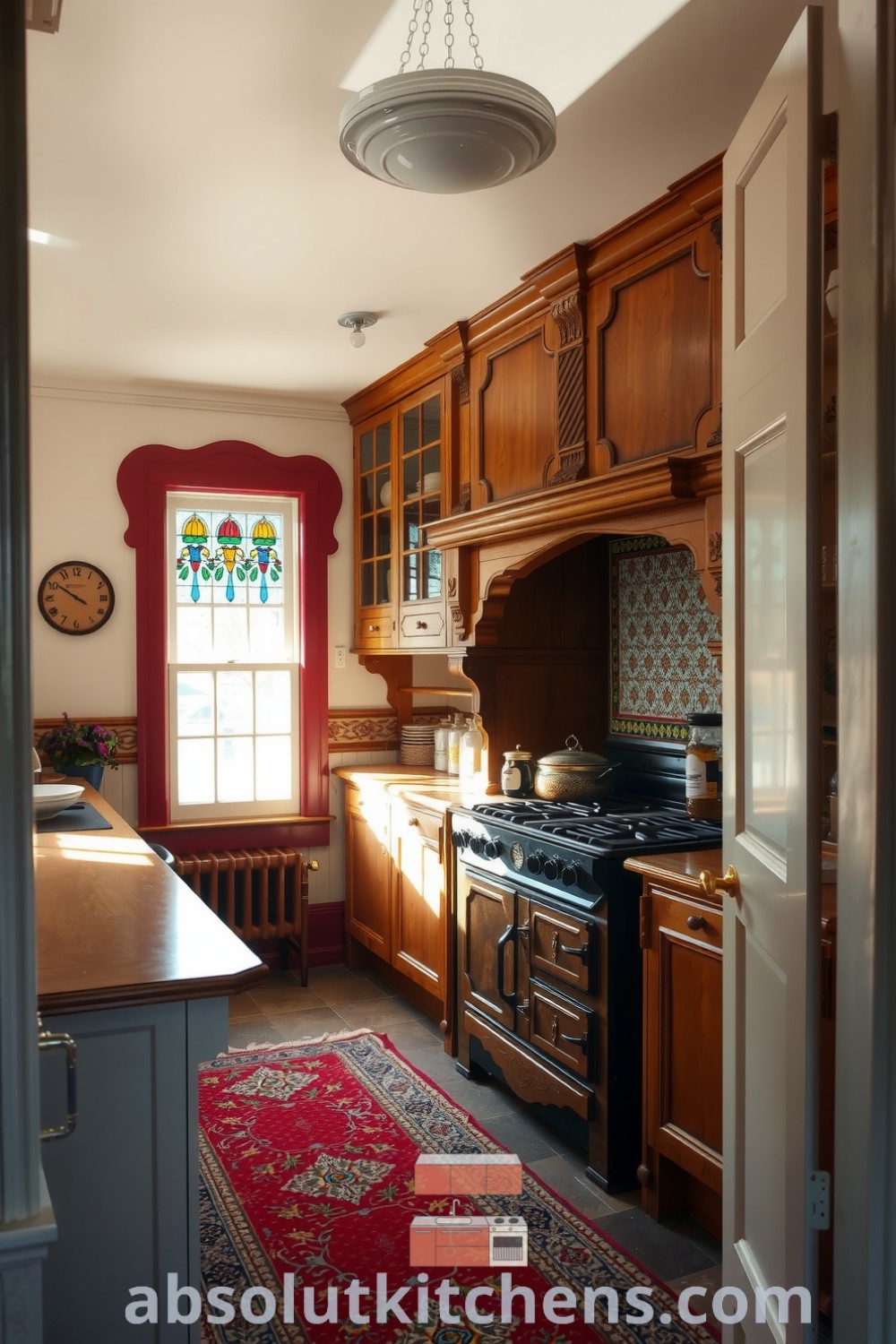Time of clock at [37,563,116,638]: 3:50
